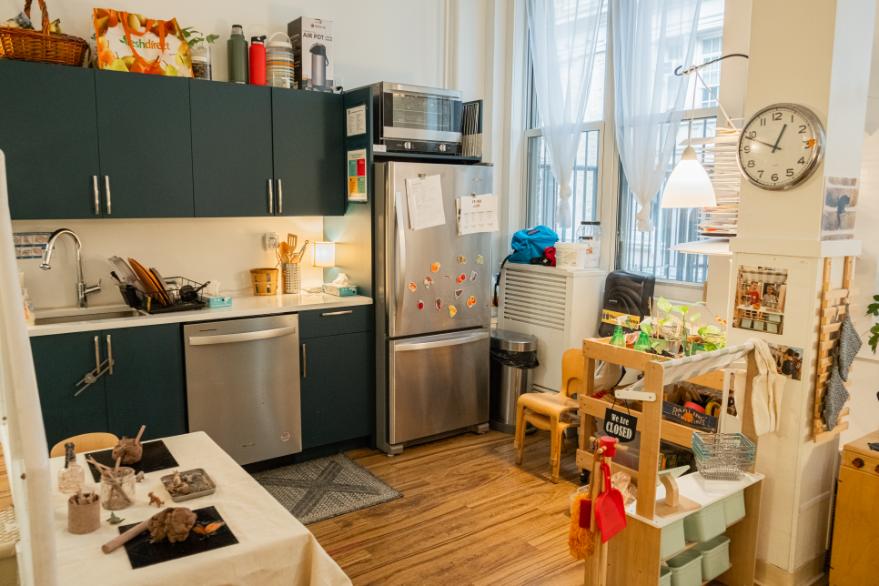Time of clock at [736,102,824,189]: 12:48
